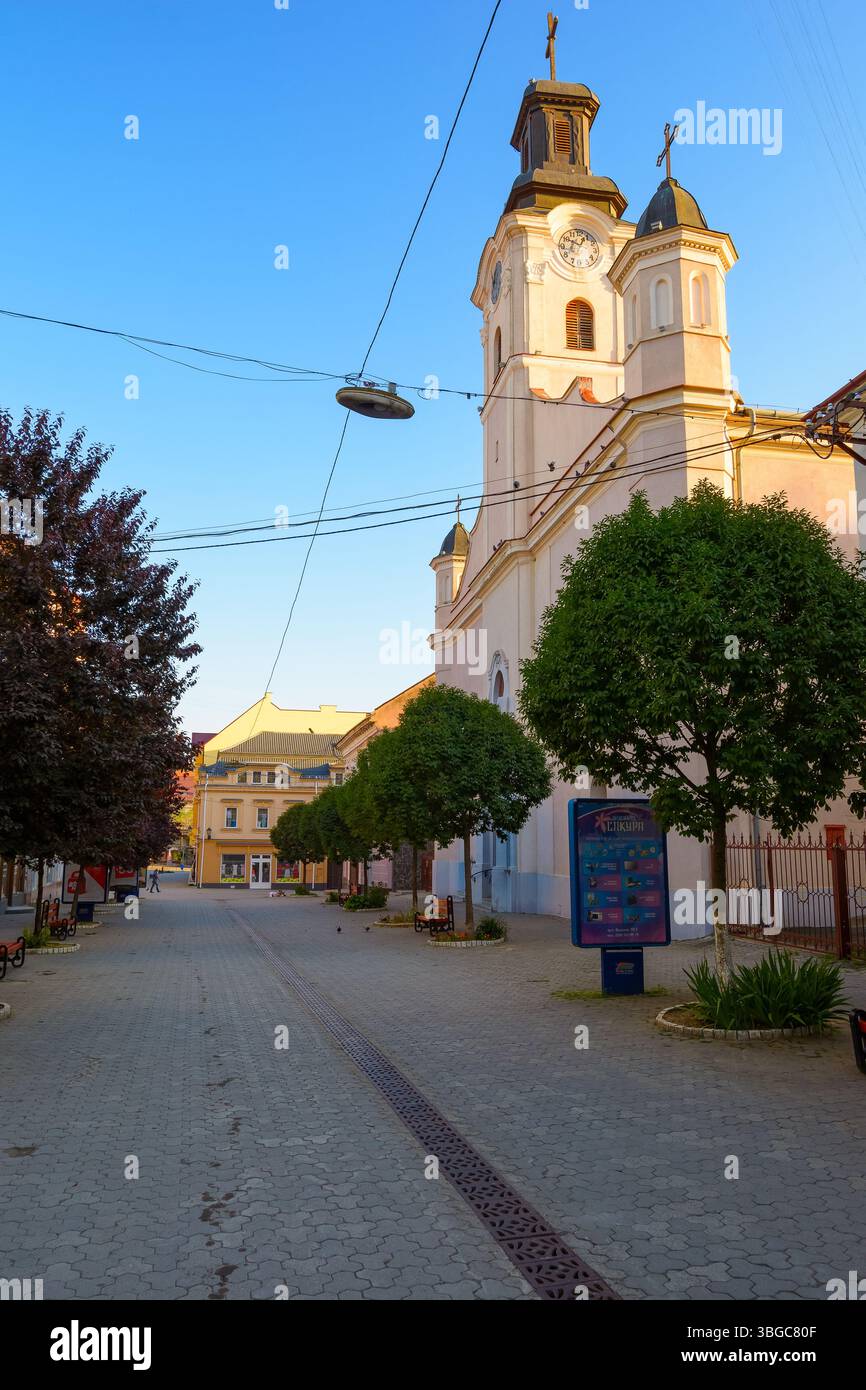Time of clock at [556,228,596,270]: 12:49
